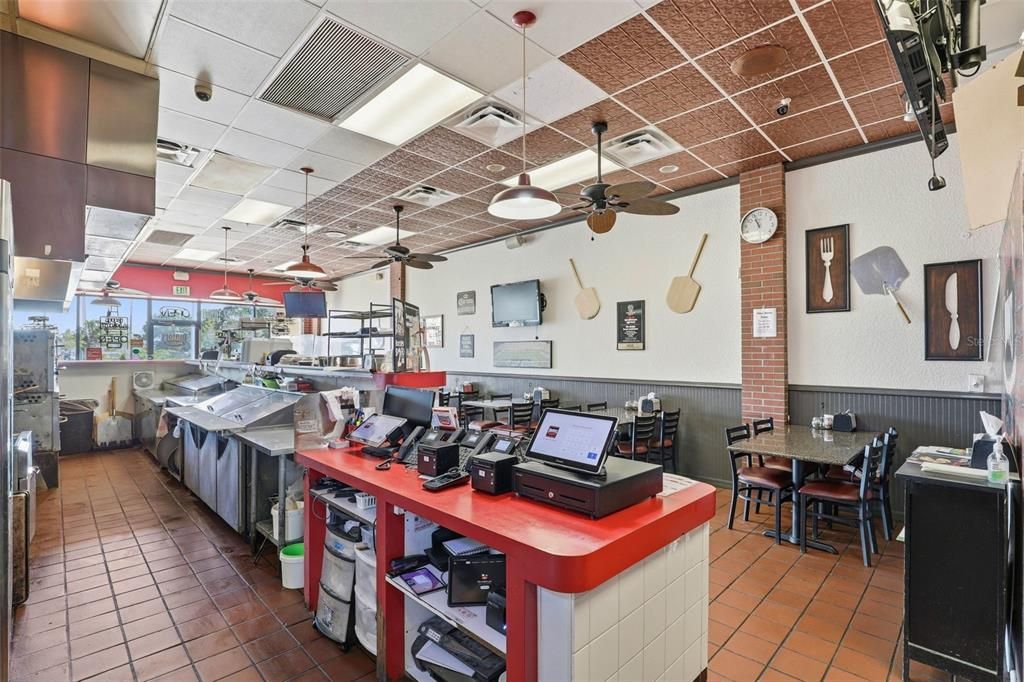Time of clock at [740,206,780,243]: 10:55
